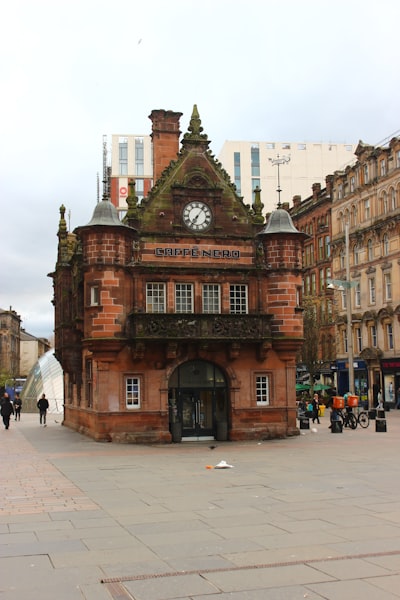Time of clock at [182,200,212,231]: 7:06
